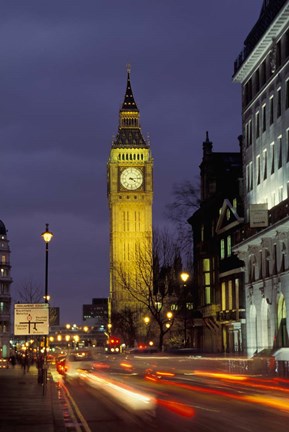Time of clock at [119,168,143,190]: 4:13
